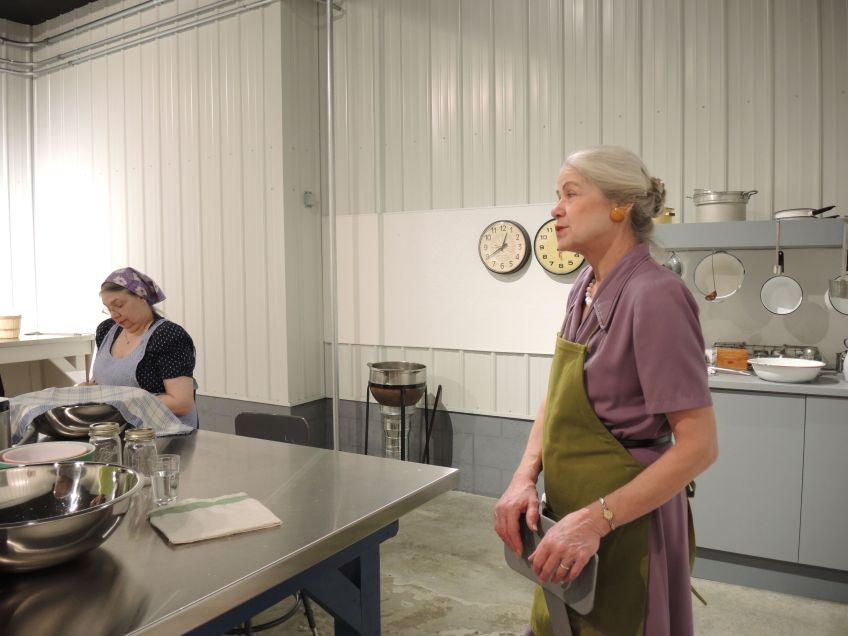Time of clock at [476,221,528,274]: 12:39
